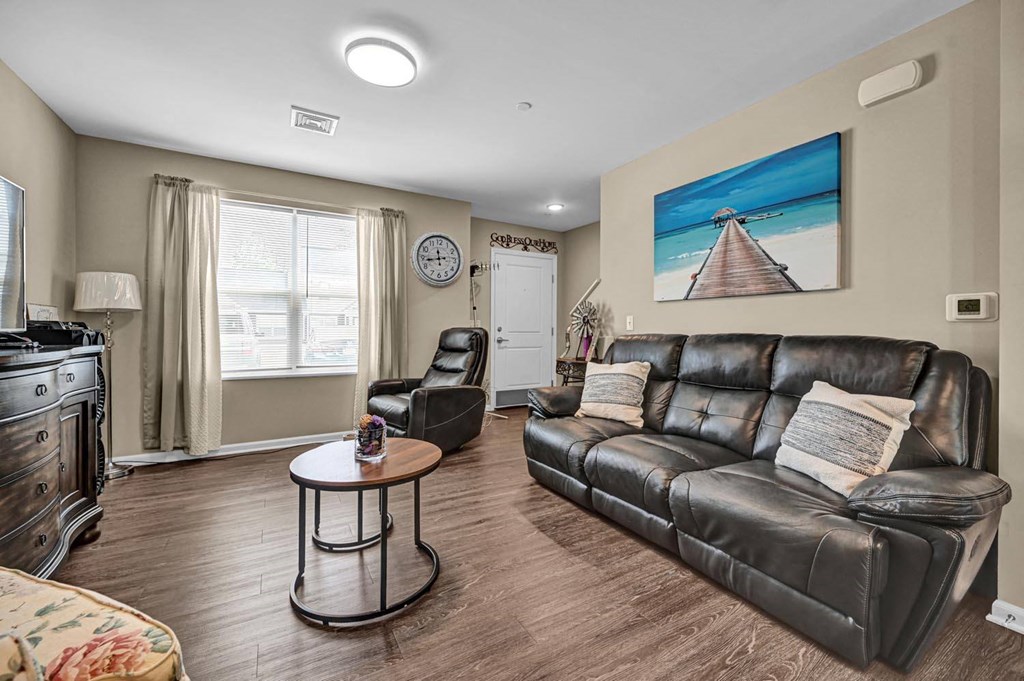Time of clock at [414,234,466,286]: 11:43
